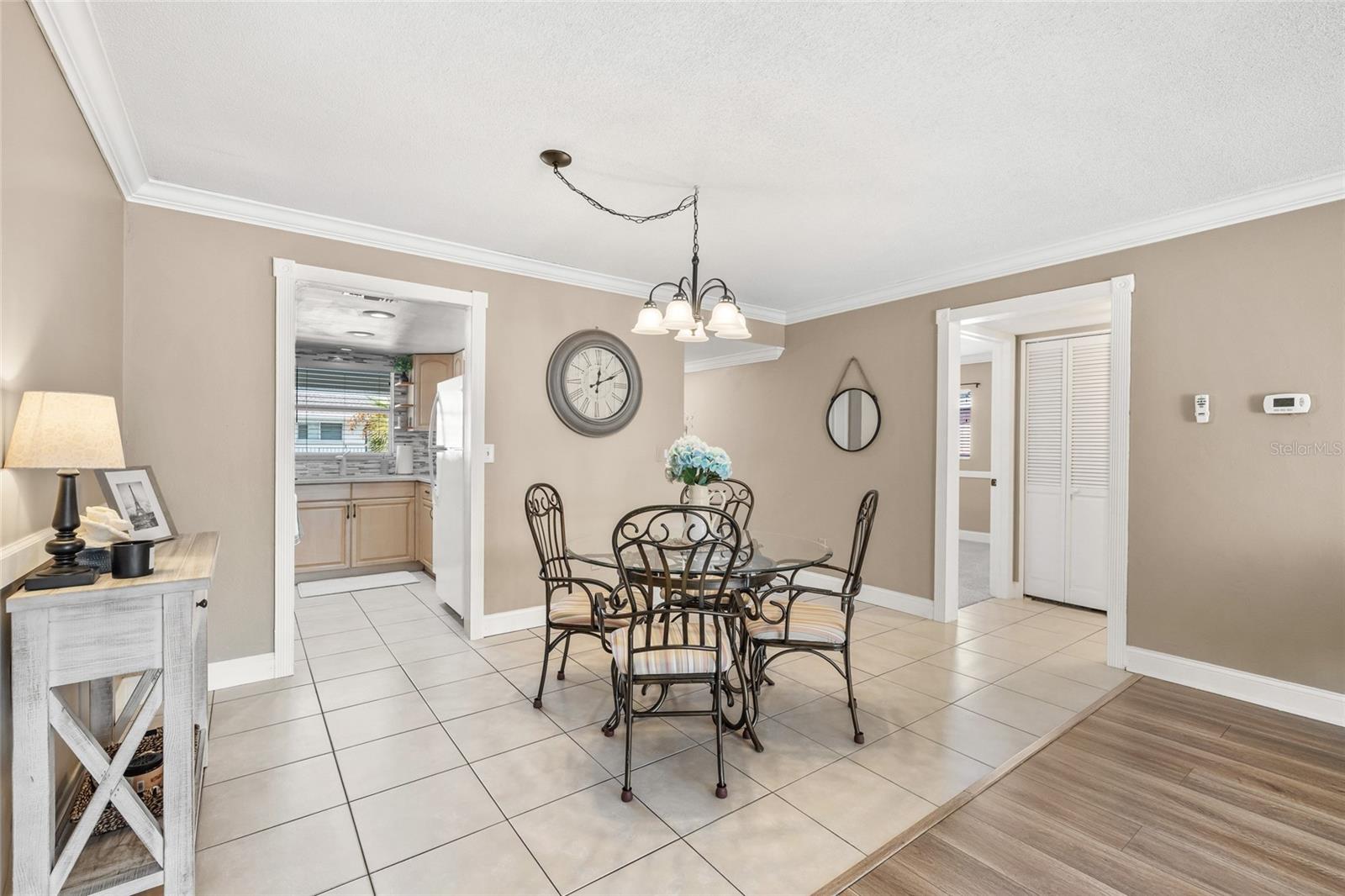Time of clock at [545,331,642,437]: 12:10
